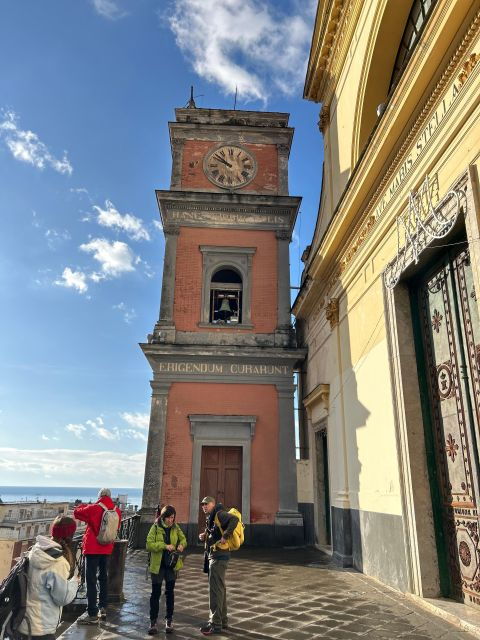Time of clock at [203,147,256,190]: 9:51
